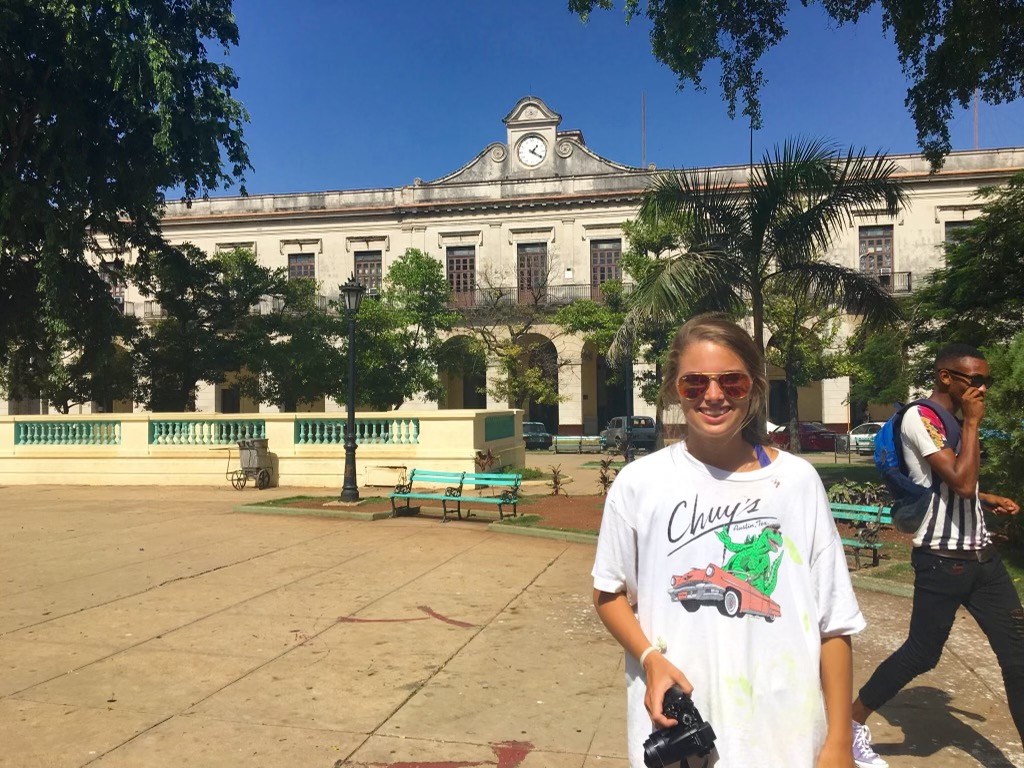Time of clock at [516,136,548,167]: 1:20
